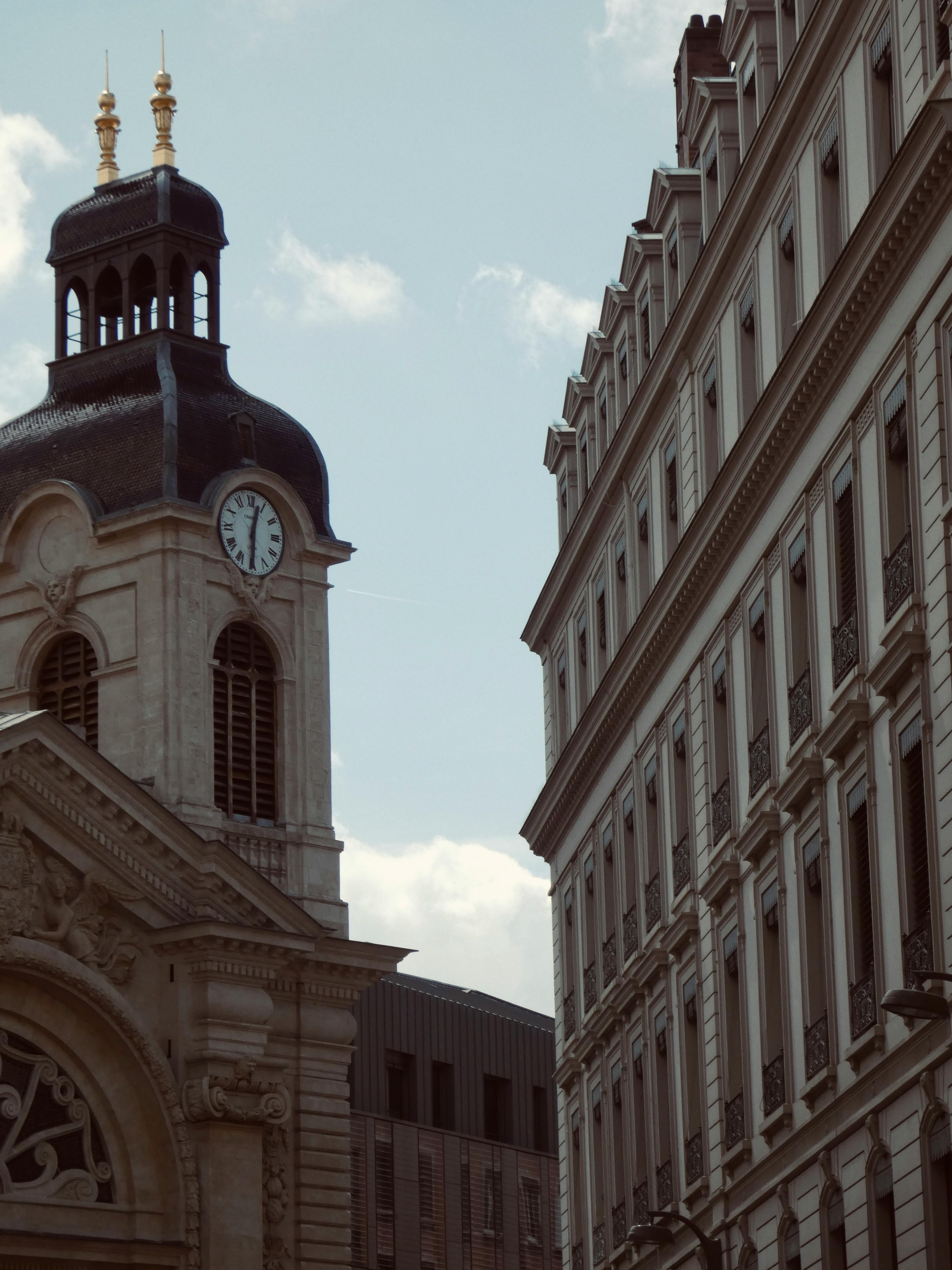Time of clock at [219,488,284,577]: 12:30
